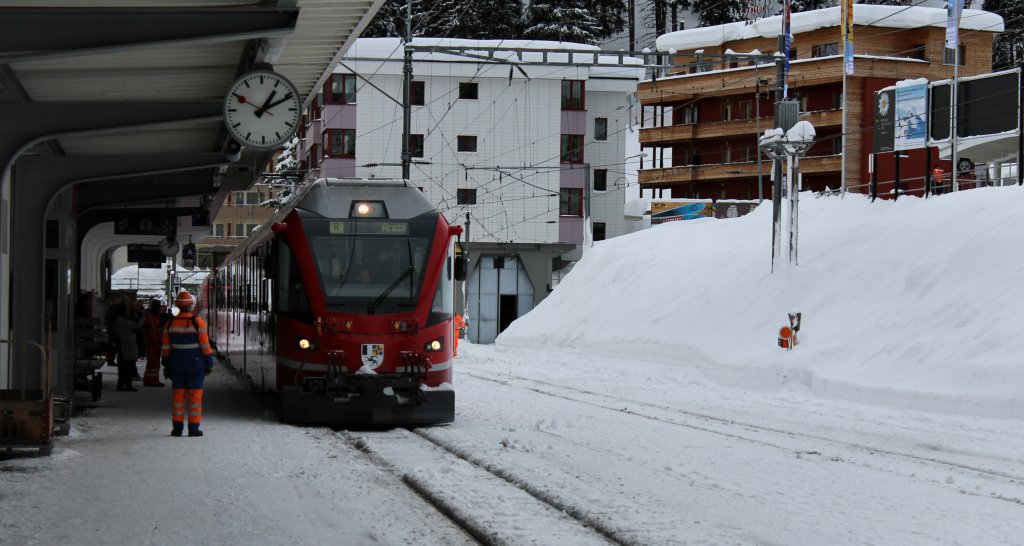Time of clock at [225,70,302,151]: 1:10
